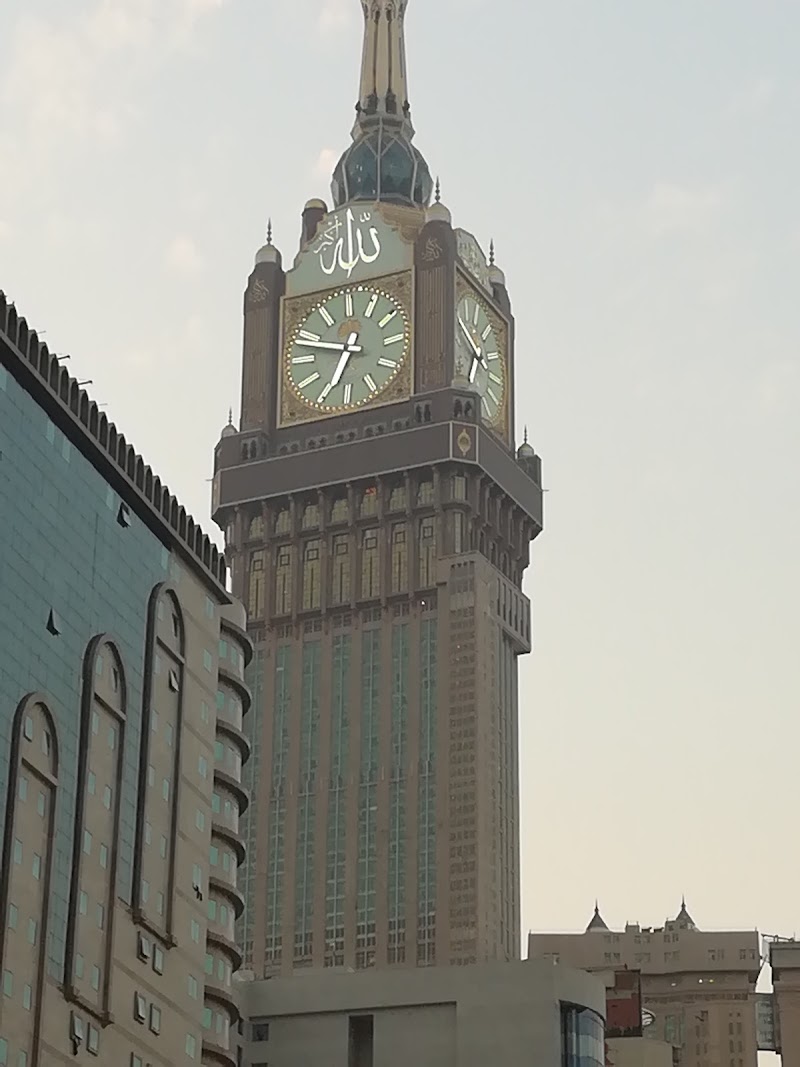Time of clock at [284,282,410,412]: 6:48
